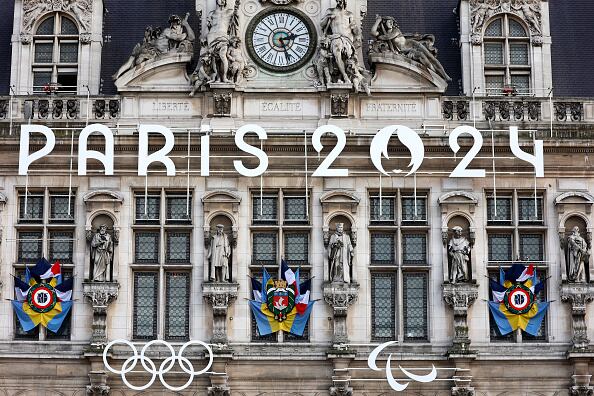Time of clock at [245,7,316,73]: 2:26
